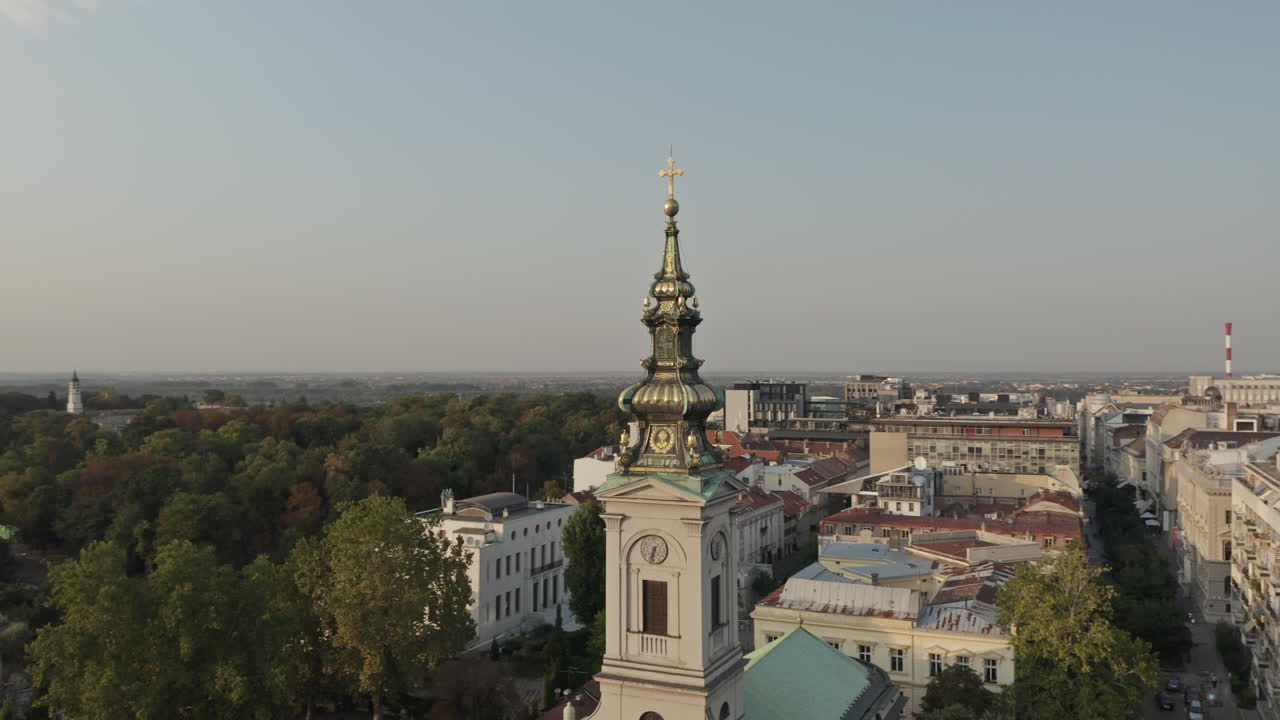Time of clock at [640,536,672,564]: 6:32
